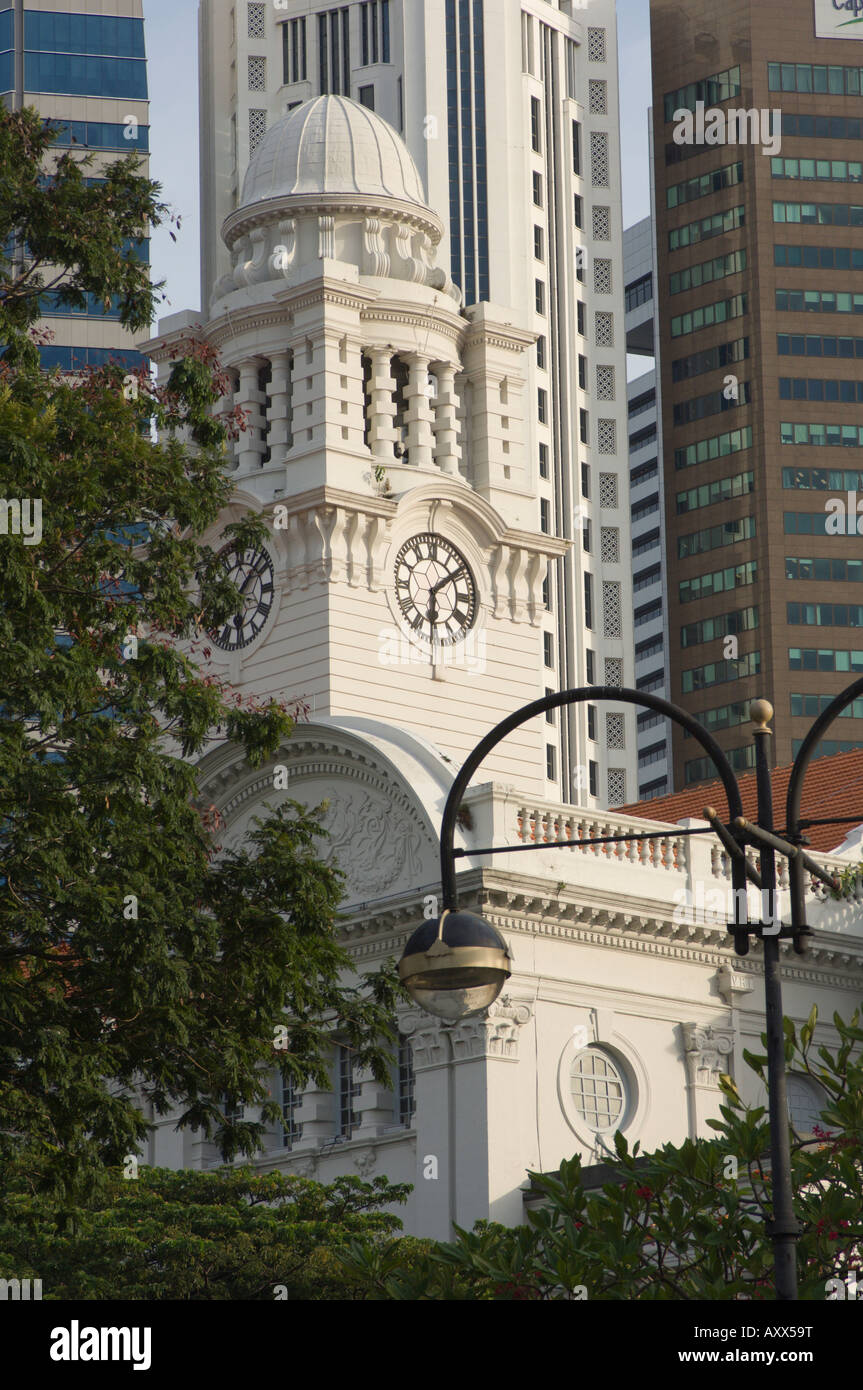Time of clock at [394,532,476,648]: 6:08
